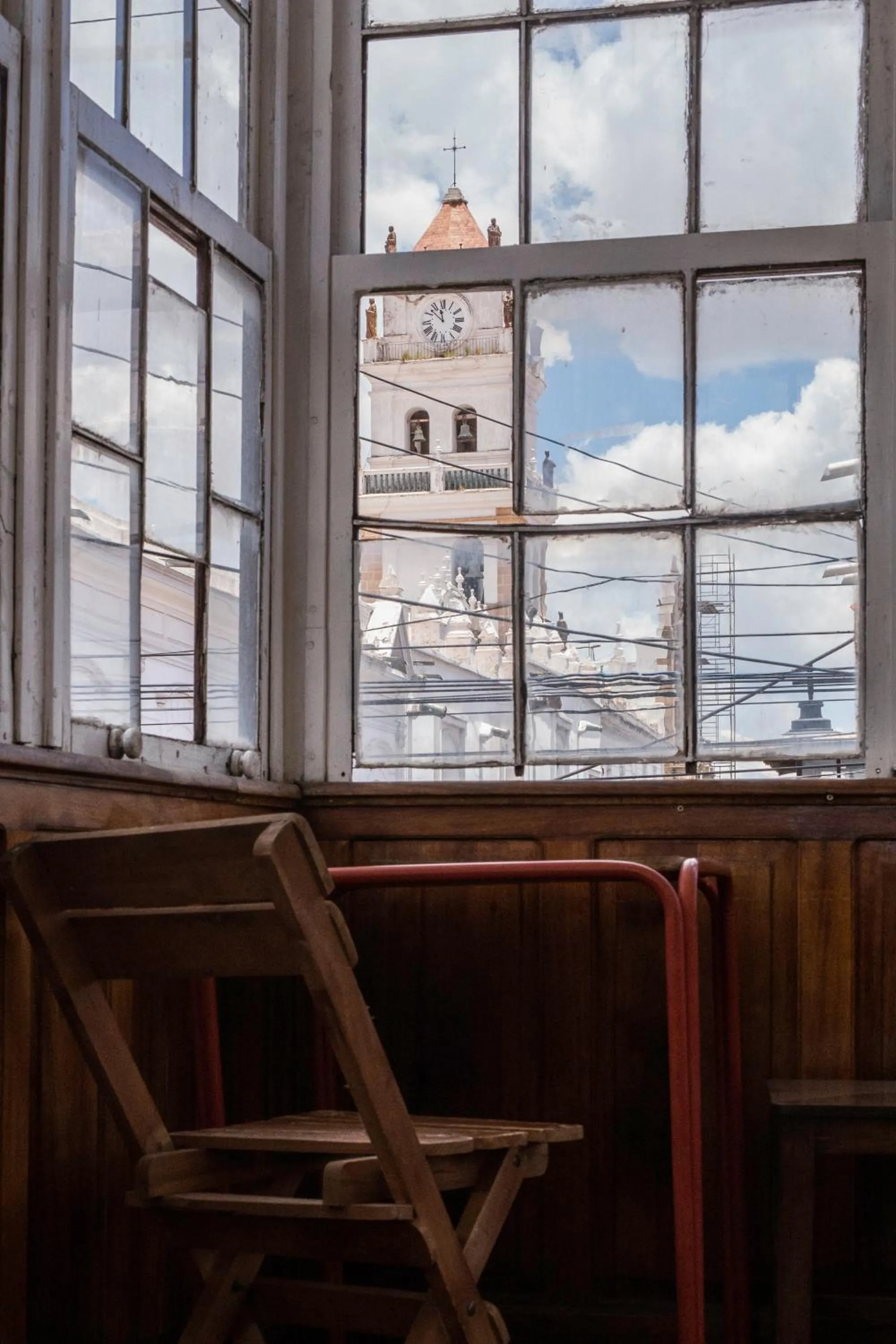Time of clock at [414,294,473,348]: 11:52
